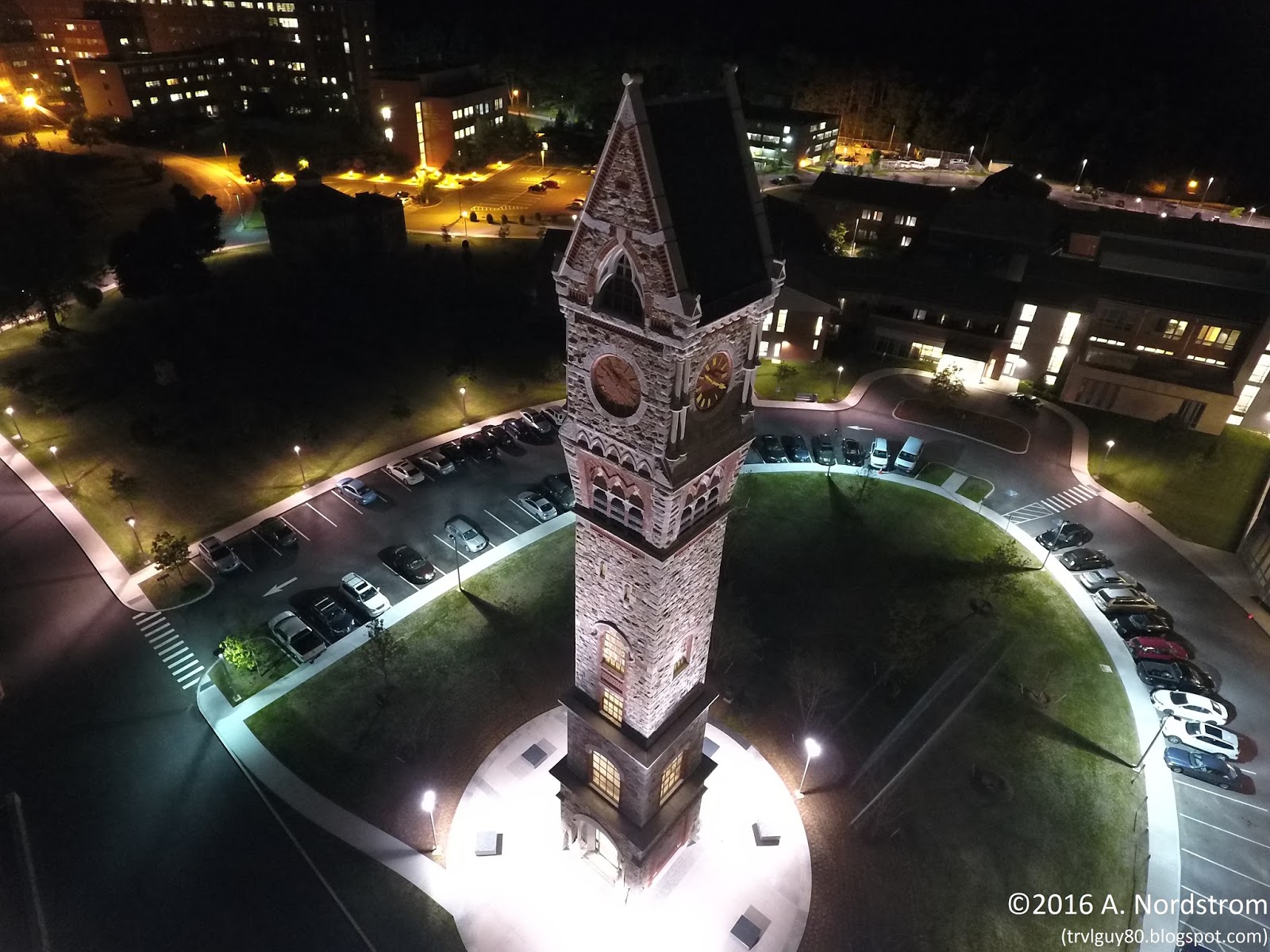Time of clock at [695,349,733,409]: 10:19
